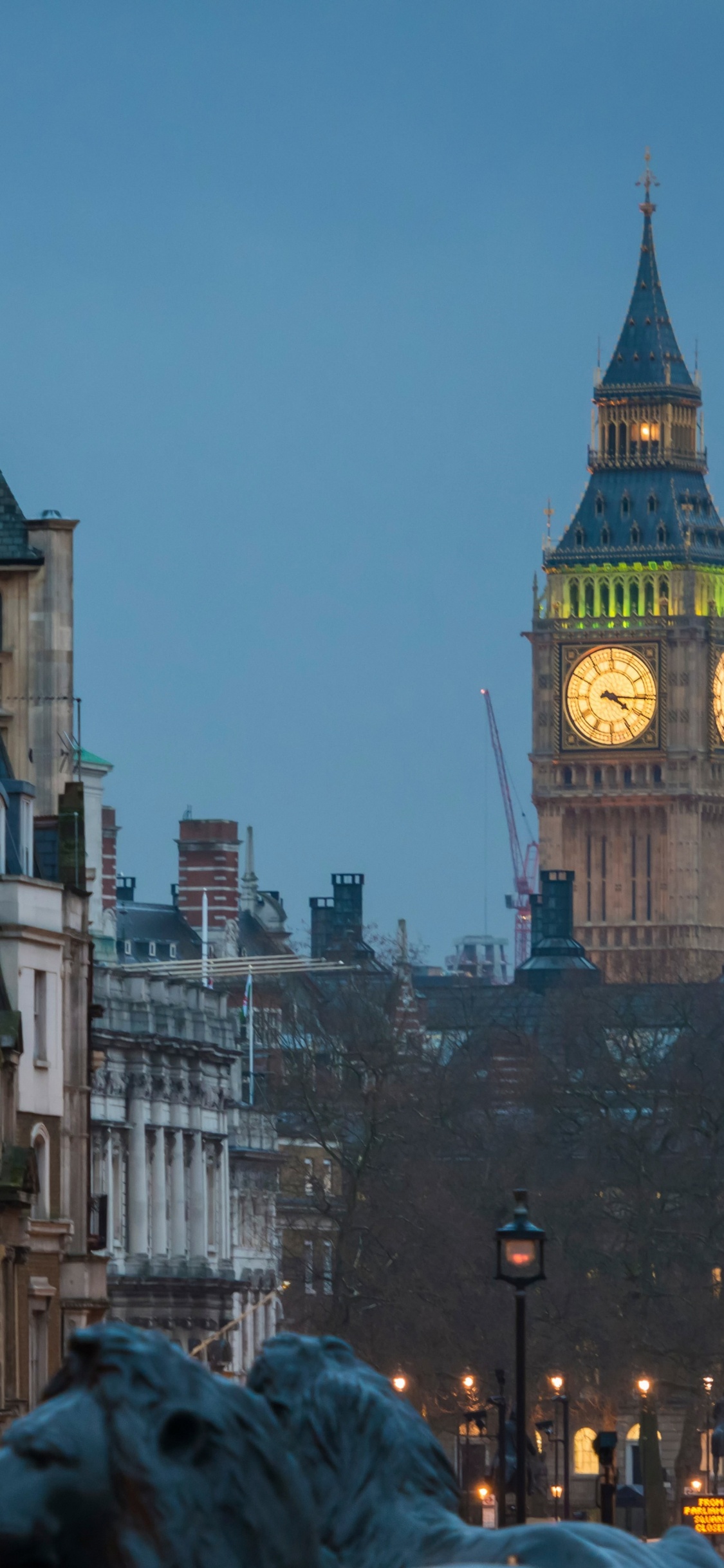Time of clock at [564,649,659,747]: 4:15
